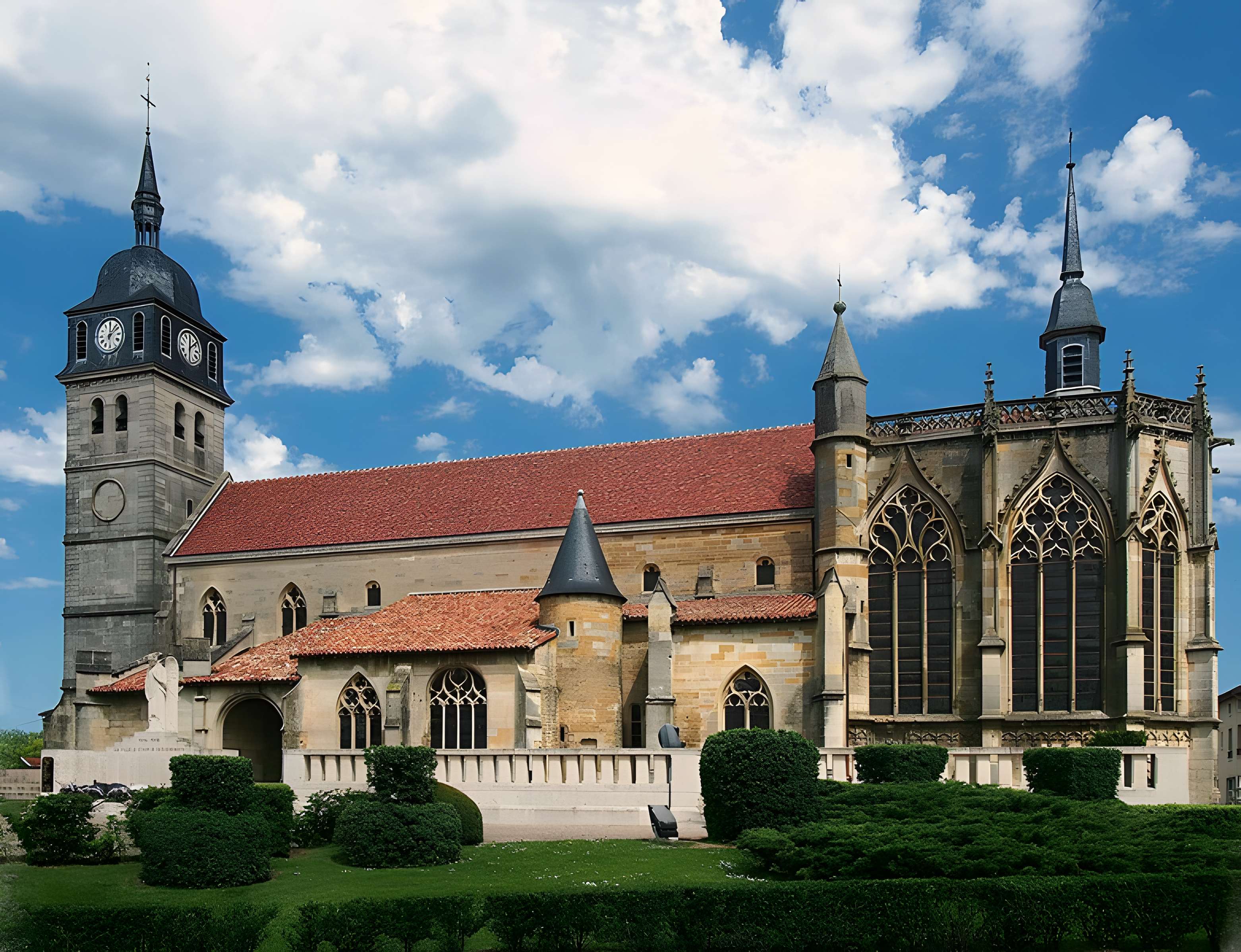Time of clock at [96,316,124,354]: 12:07
